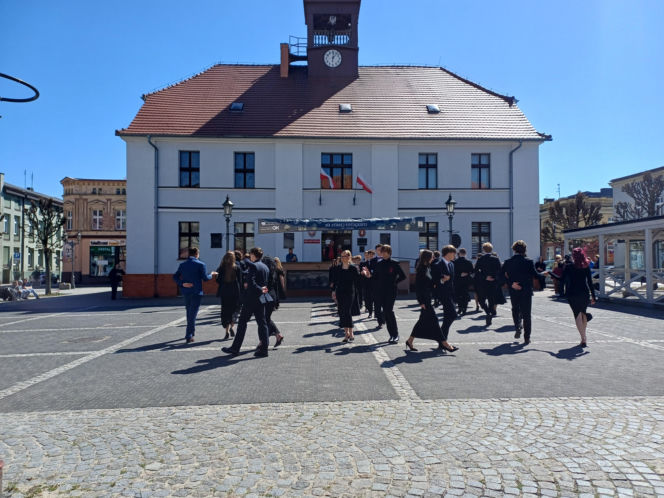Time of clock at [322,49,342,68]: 6:06
